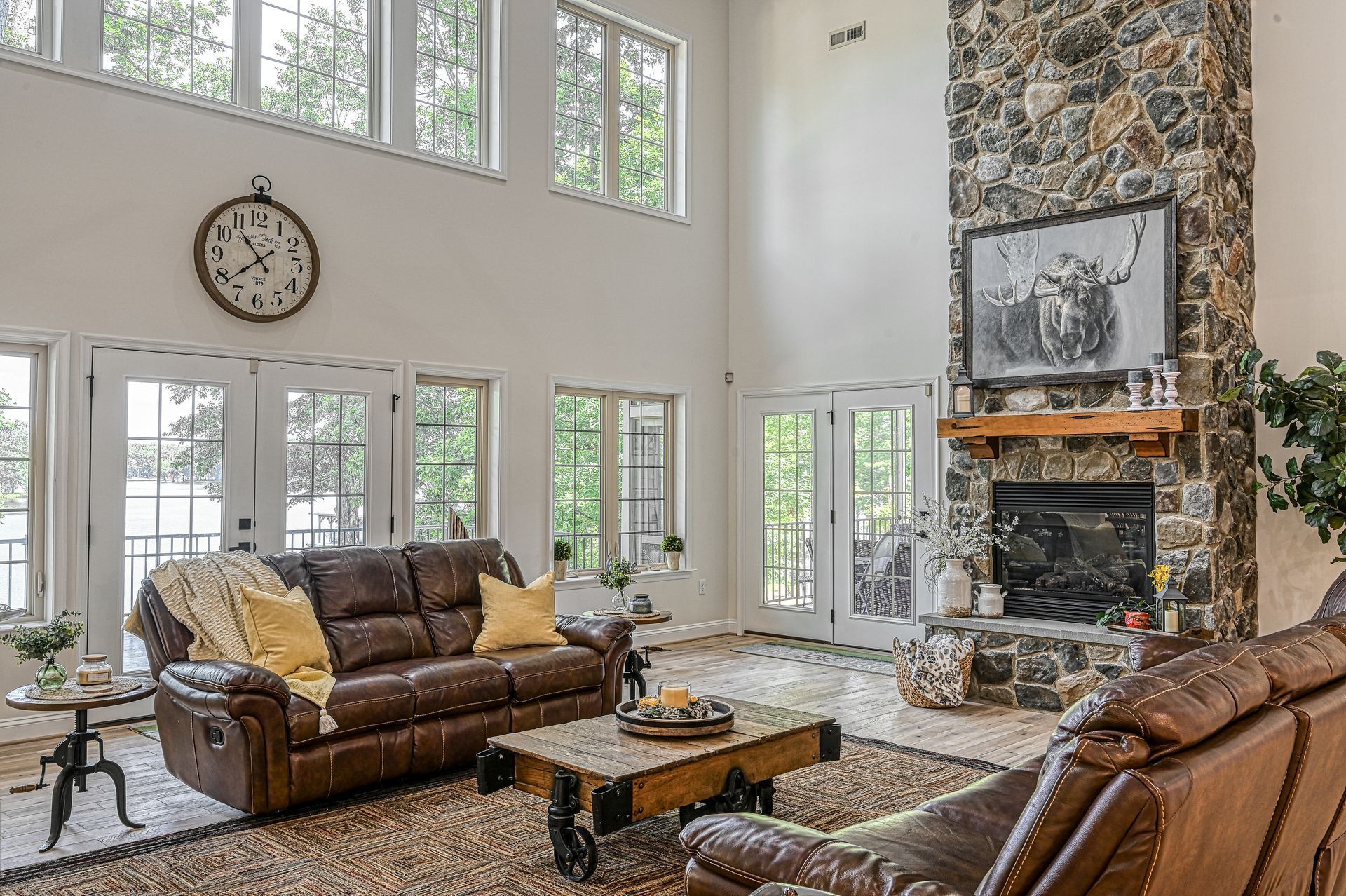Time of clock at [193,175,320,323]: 10:38
